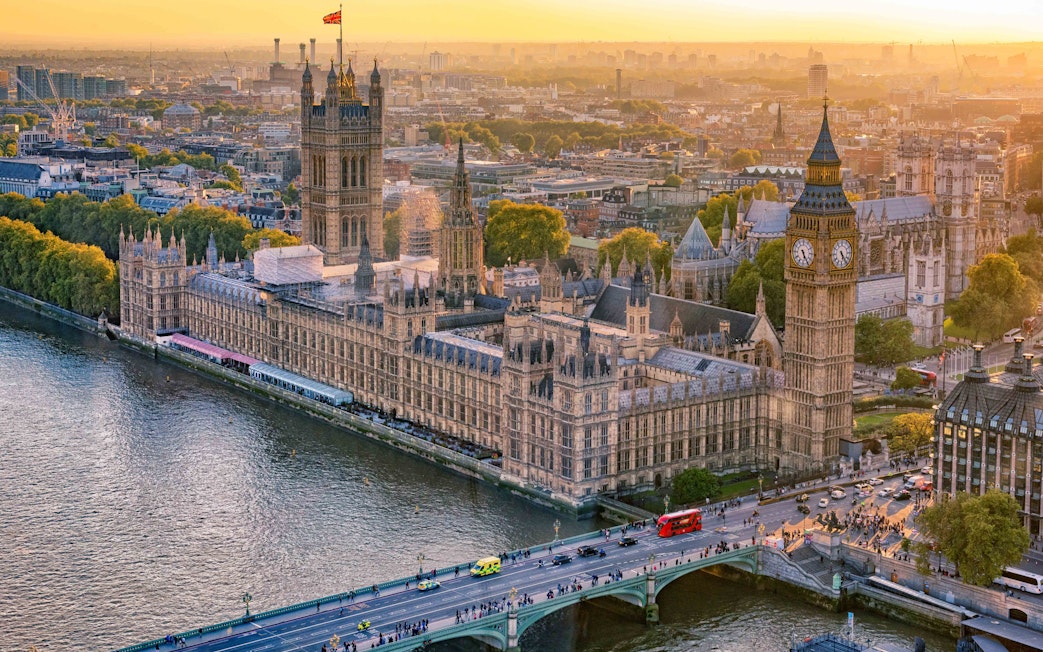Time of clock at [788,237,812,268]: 5:24
